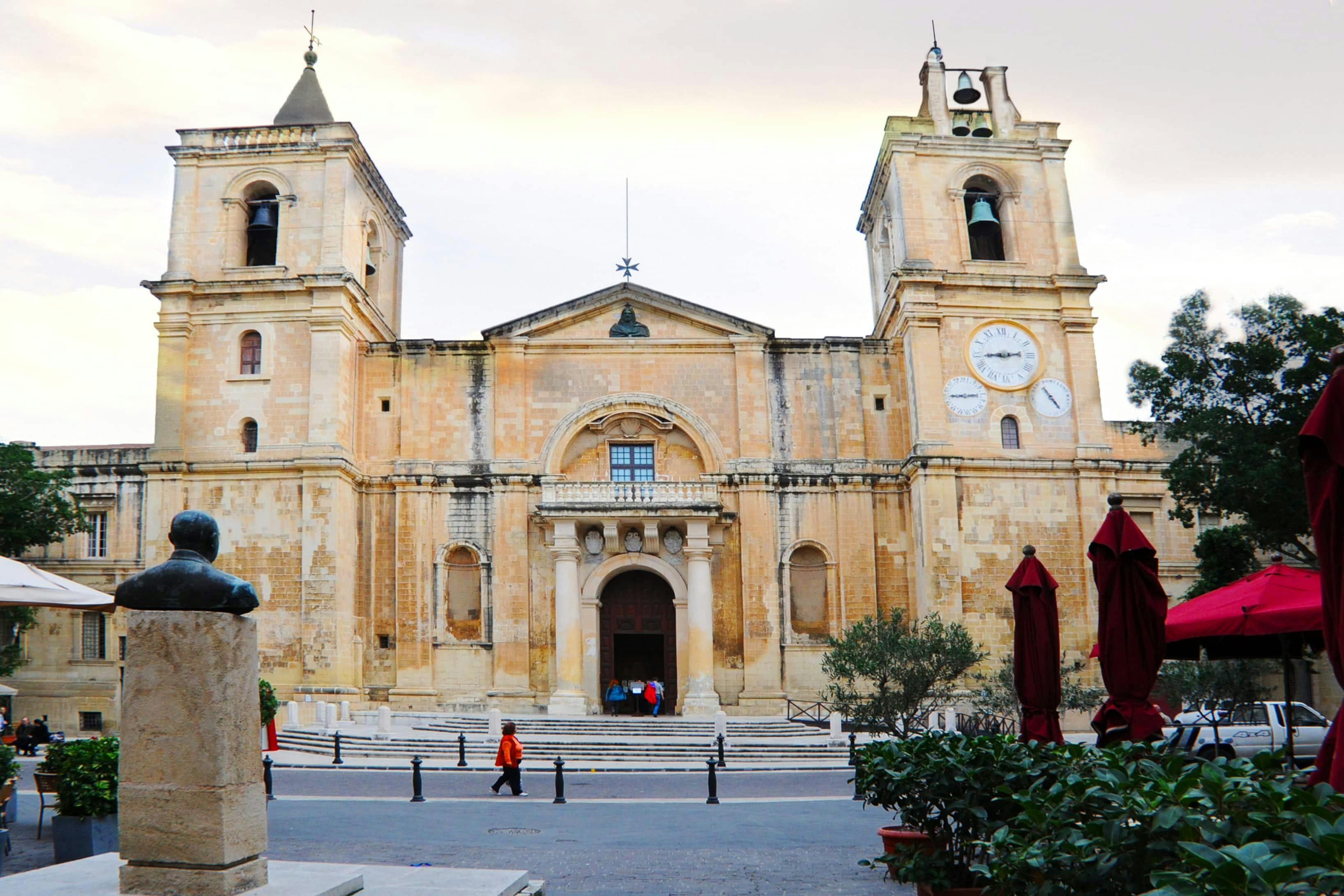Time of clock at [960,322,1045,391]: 2:44
